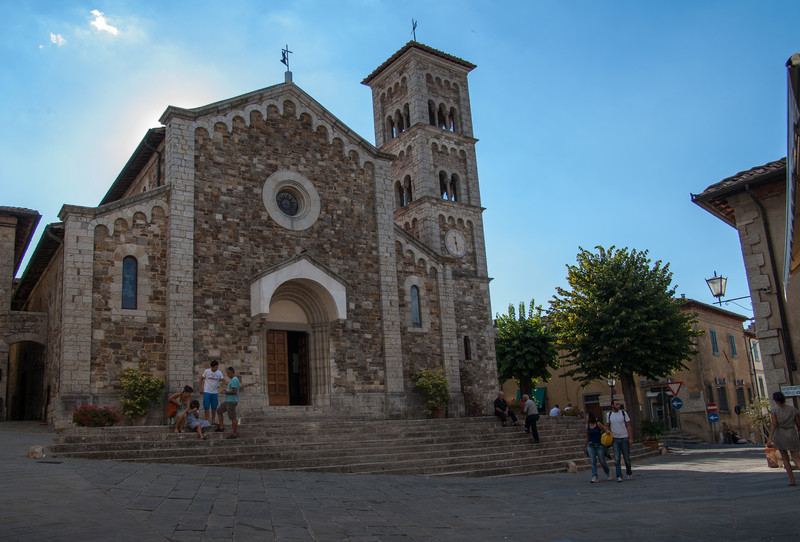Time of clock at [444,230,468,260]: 11:28
